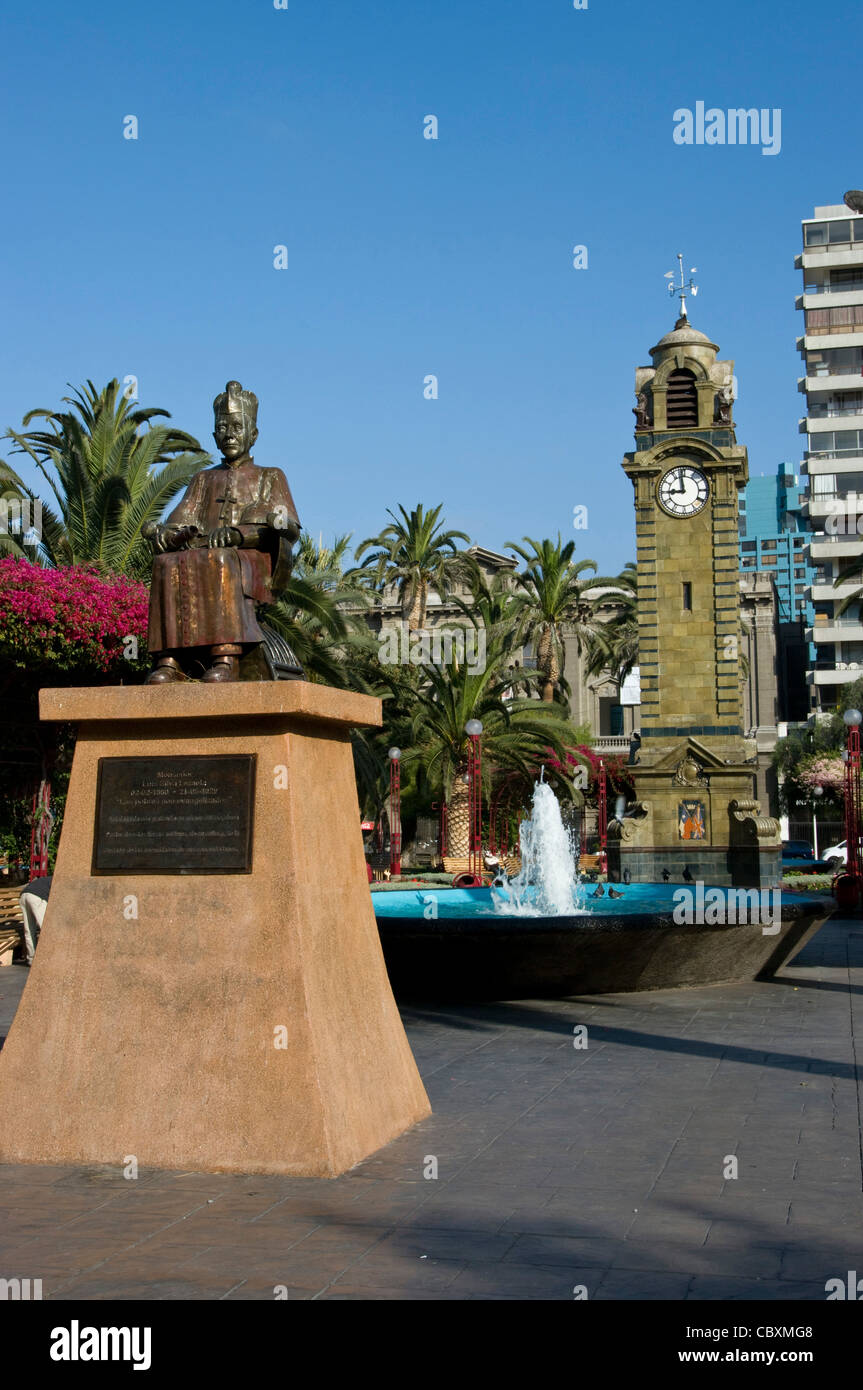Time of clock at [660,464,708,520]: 8:58
